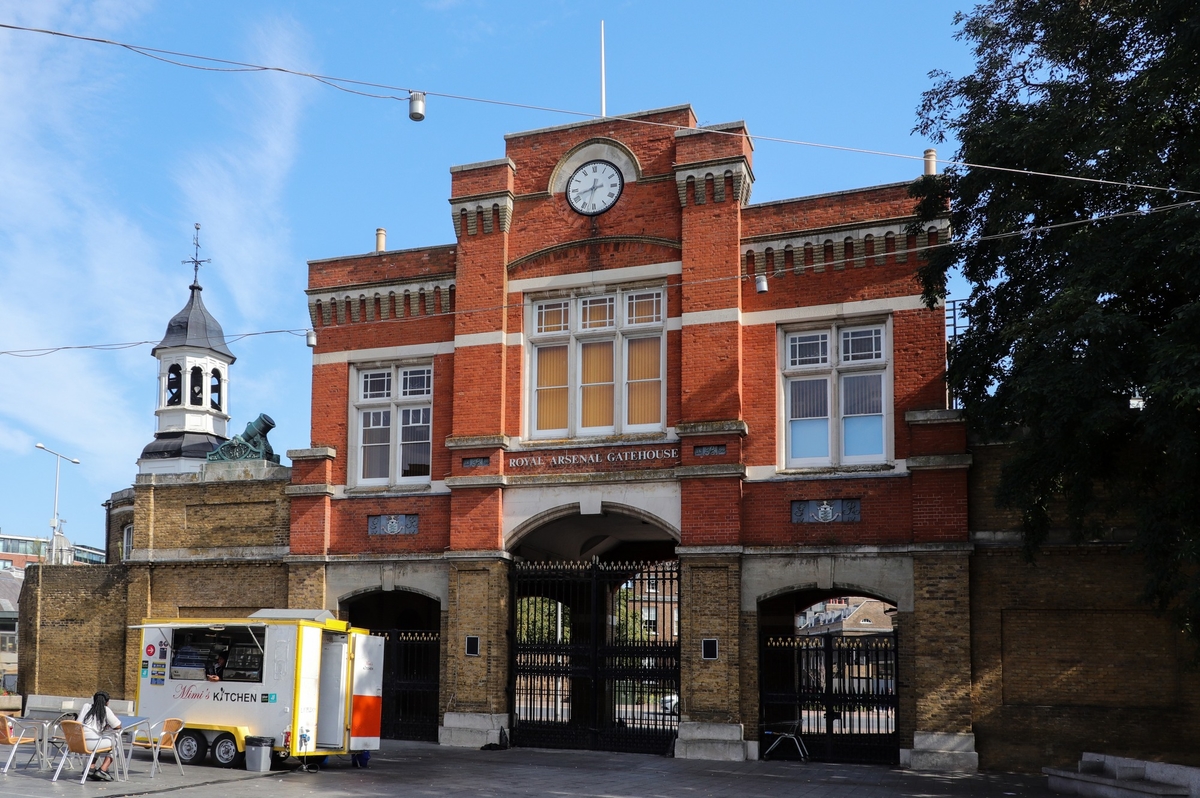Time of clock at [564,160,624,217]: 2:42
